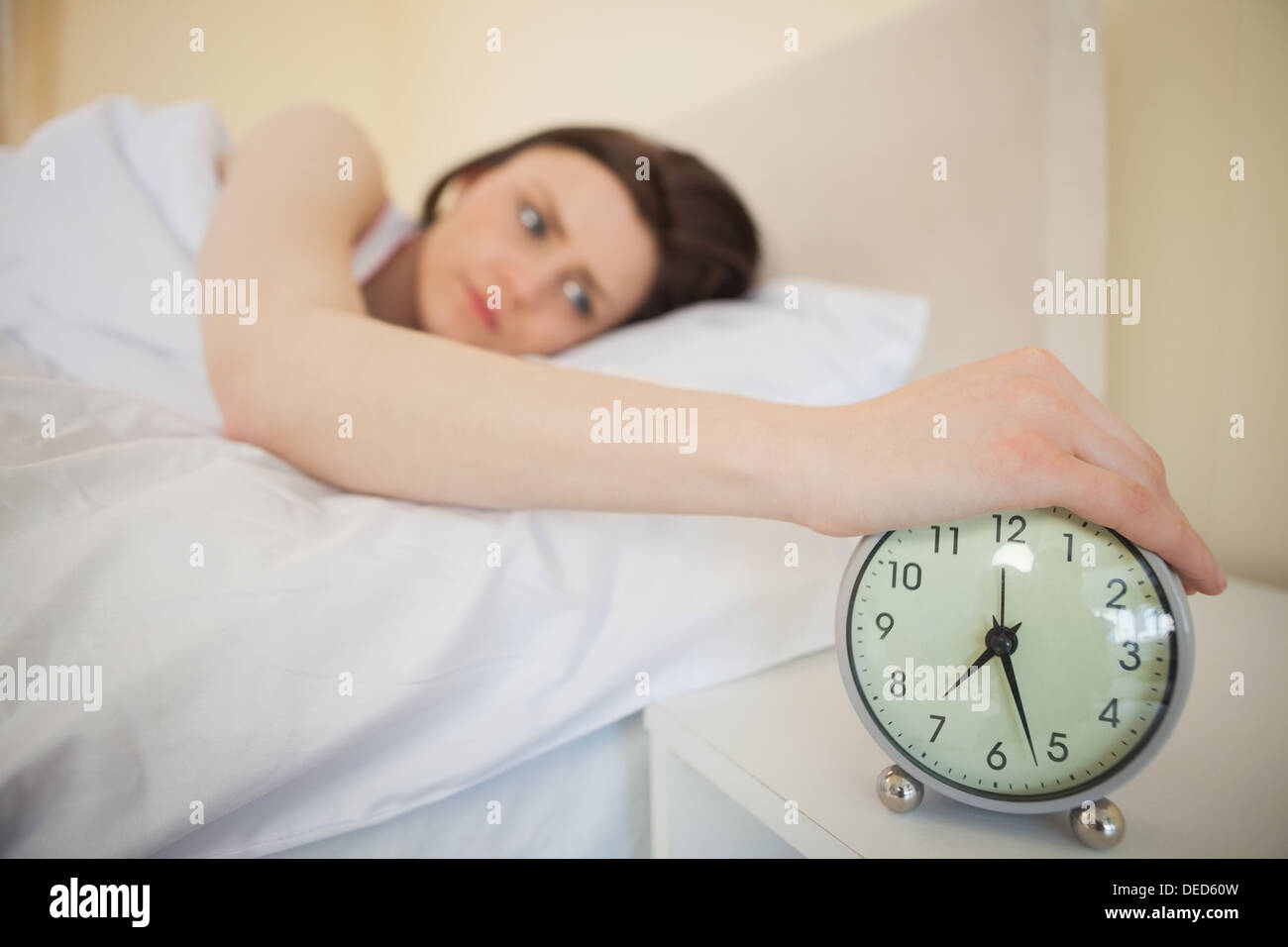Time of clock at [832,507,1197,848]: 7:26
